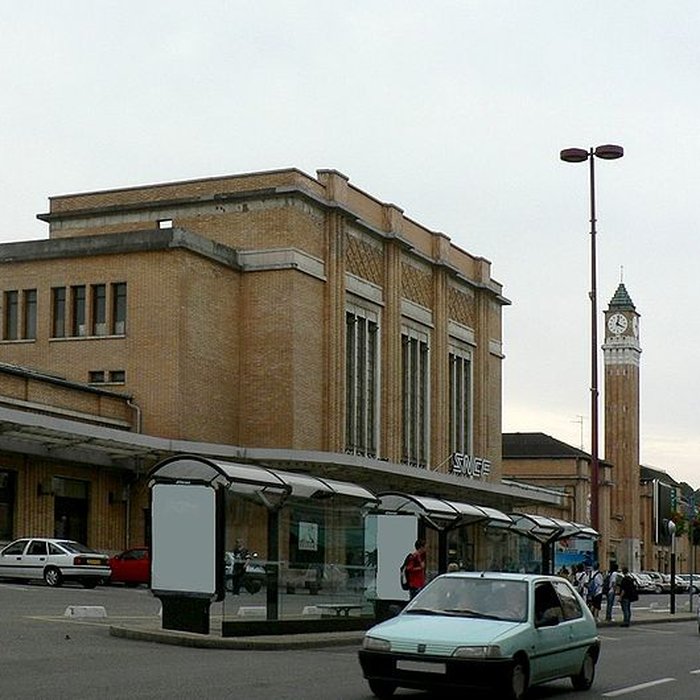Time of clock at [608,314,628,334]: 4:02
